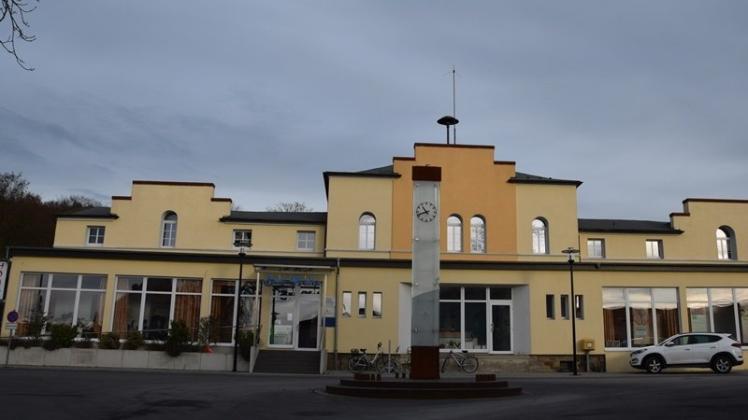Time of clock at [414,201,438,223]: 10:41
